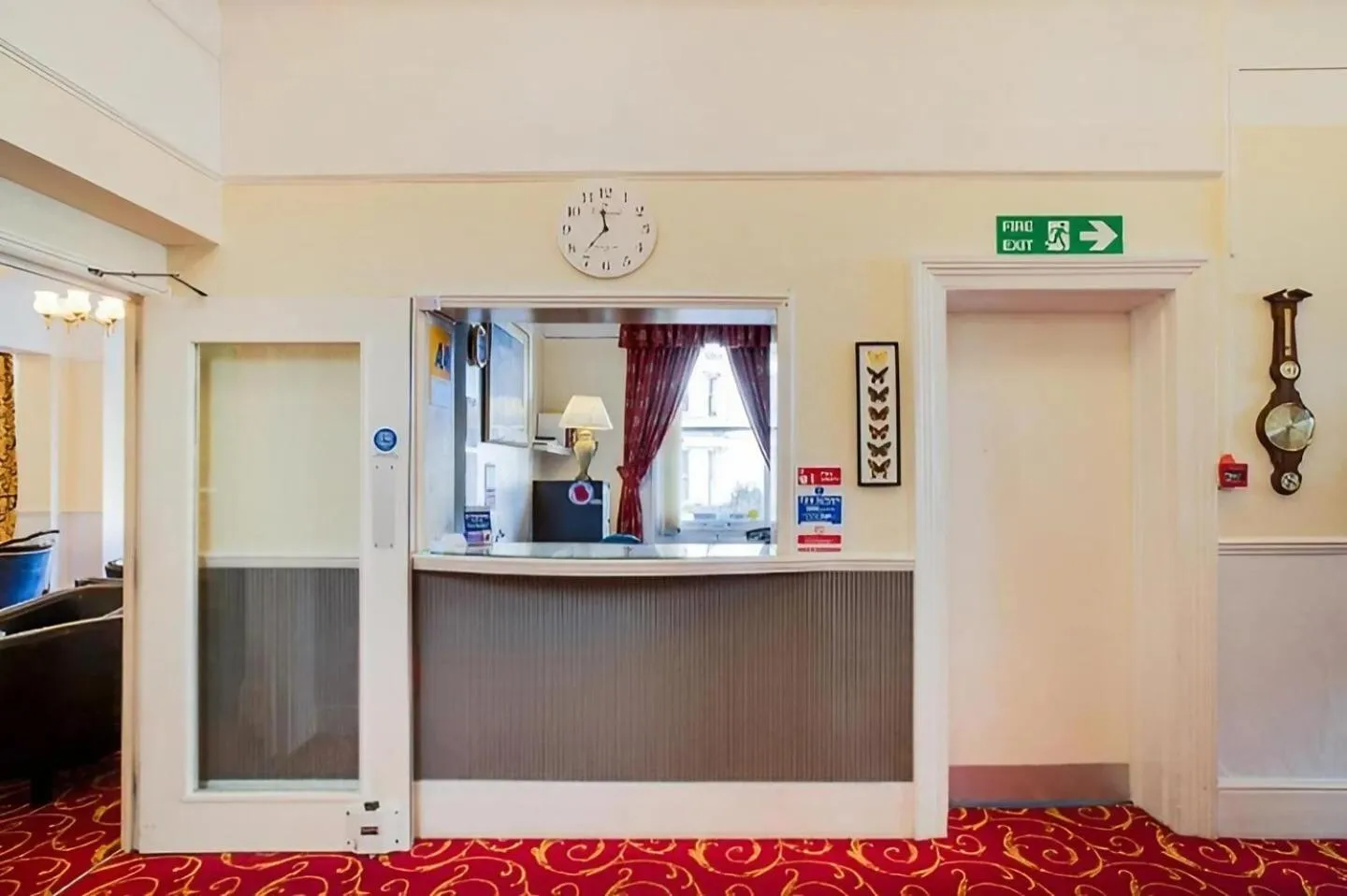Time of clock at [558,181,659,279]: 11:36
